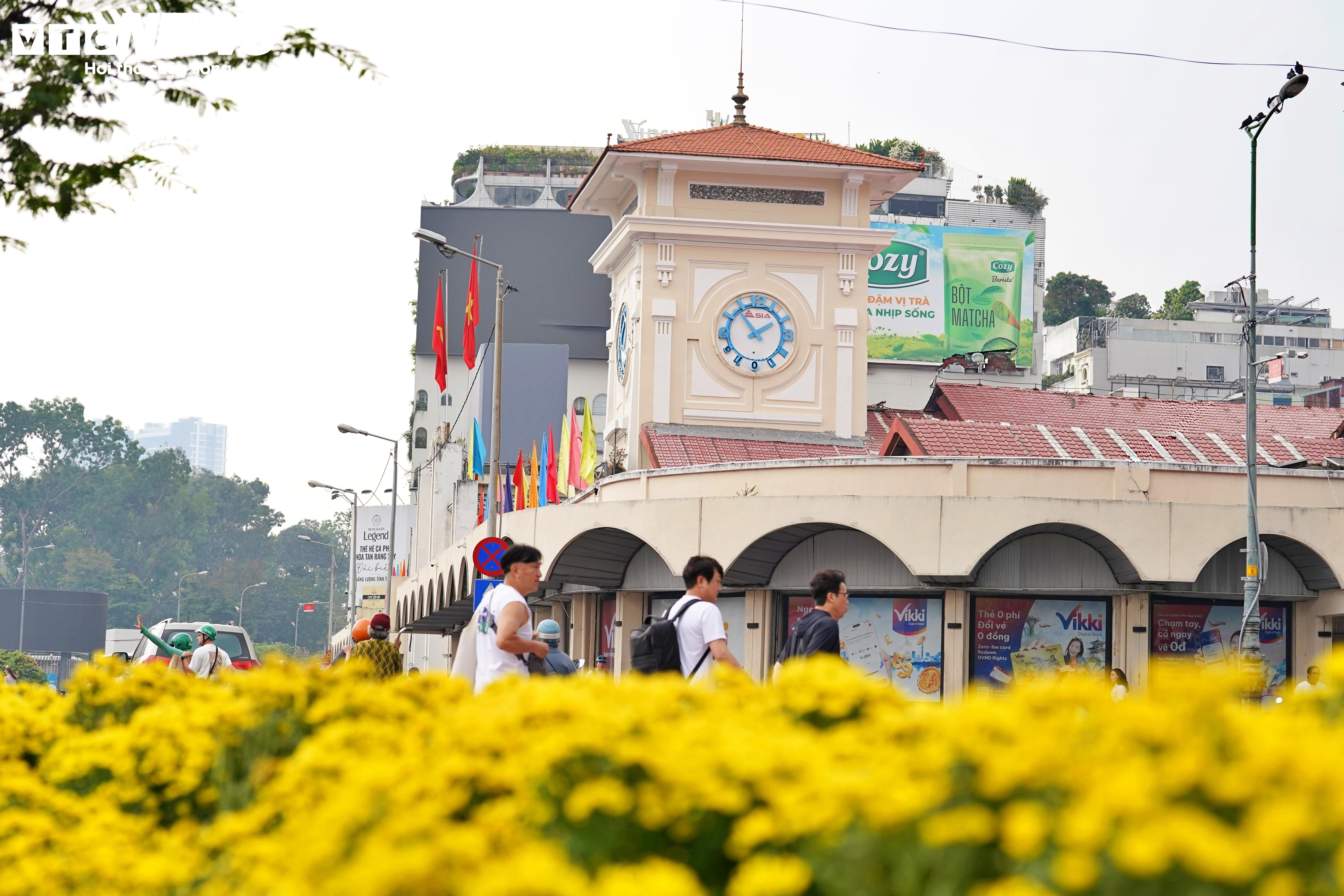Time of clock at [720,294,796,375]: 1:53
